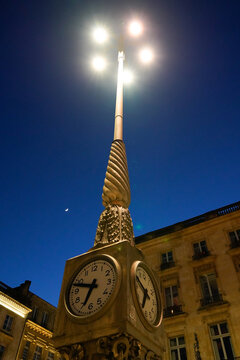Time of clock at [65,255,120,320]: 6:47
